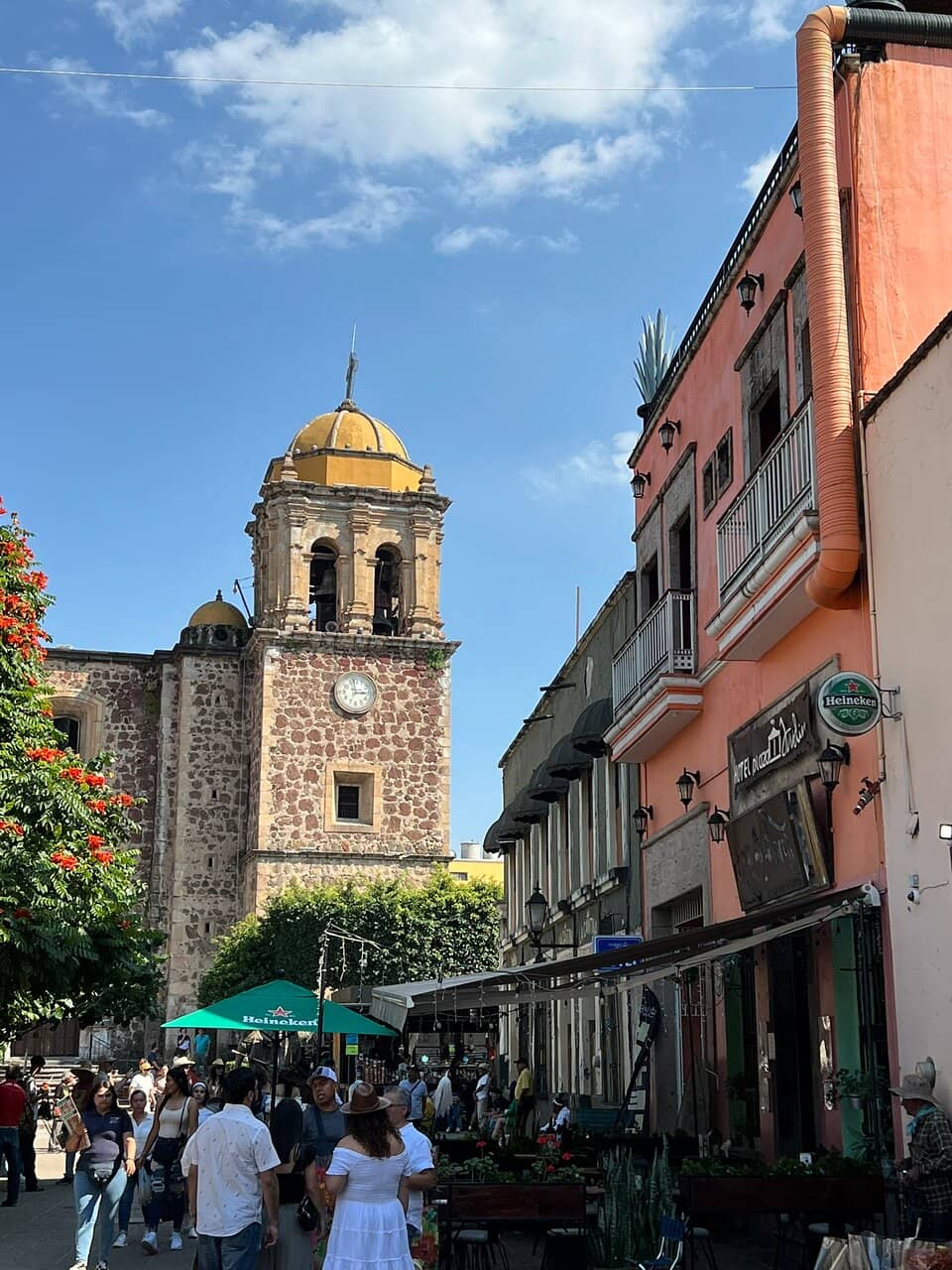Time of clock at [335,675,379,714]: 2:58
